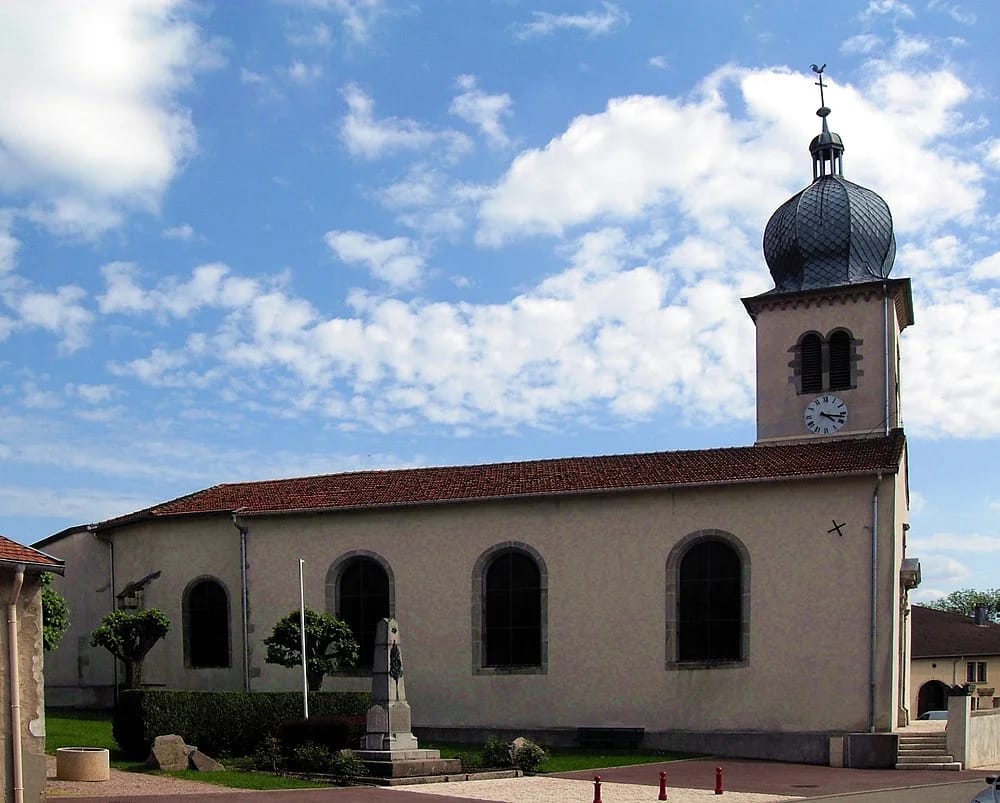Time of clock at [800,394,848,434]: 4:16
